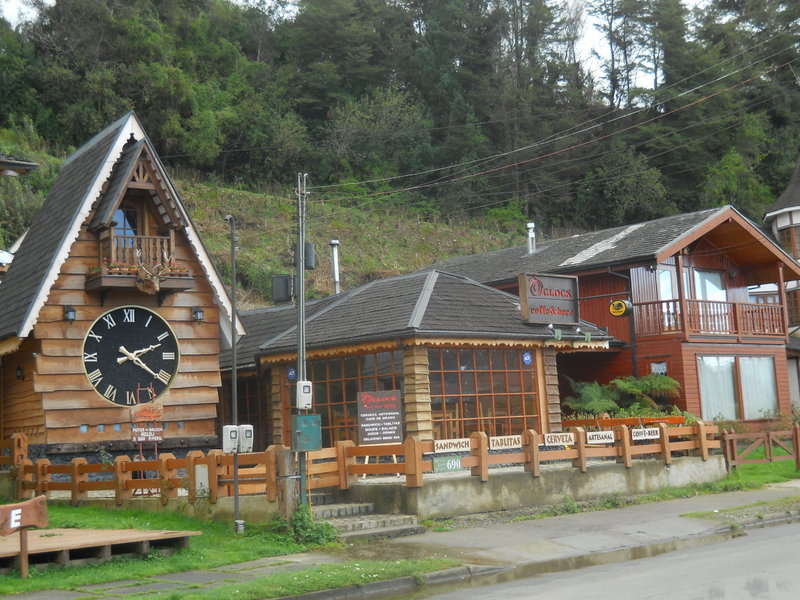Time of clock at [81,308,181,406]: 2:21
